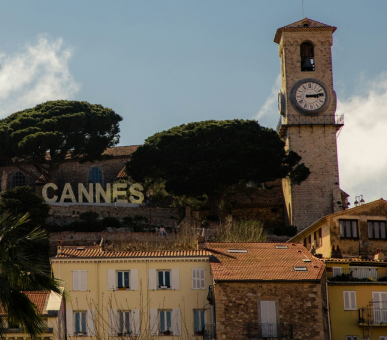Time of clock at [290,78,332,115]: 3:13
